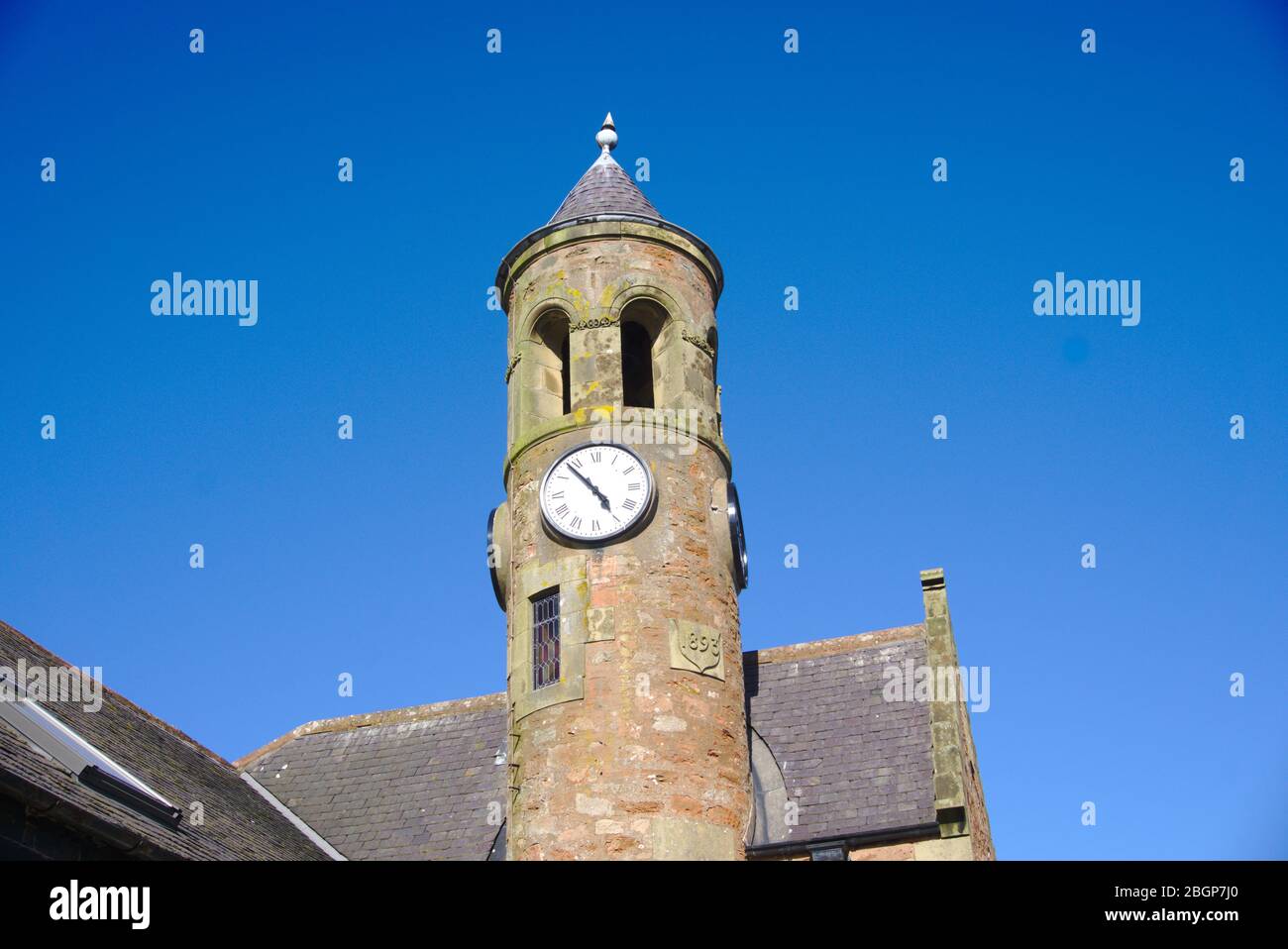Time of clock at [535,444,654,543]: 4:53
